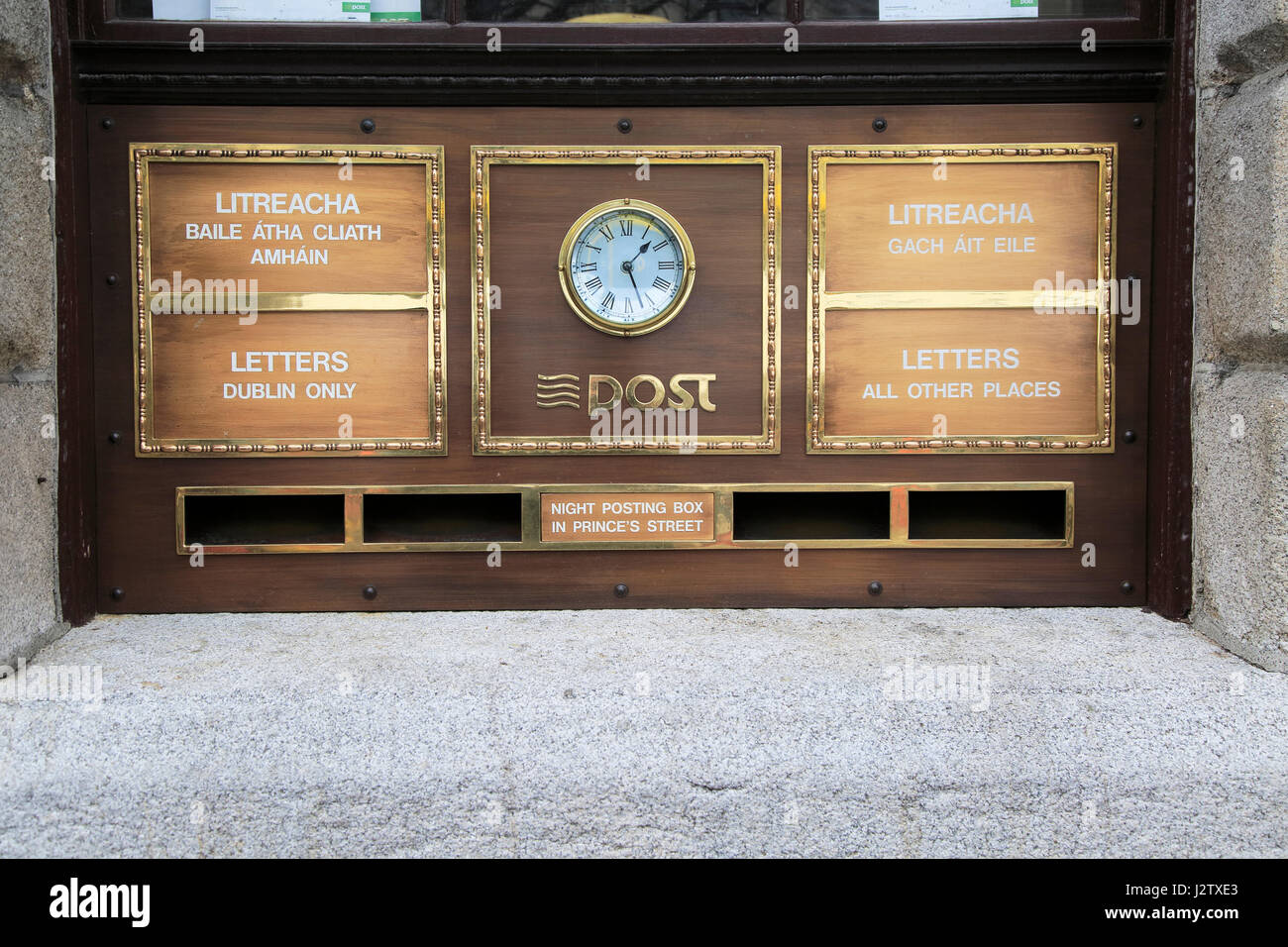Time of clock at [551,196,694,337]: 1:26
